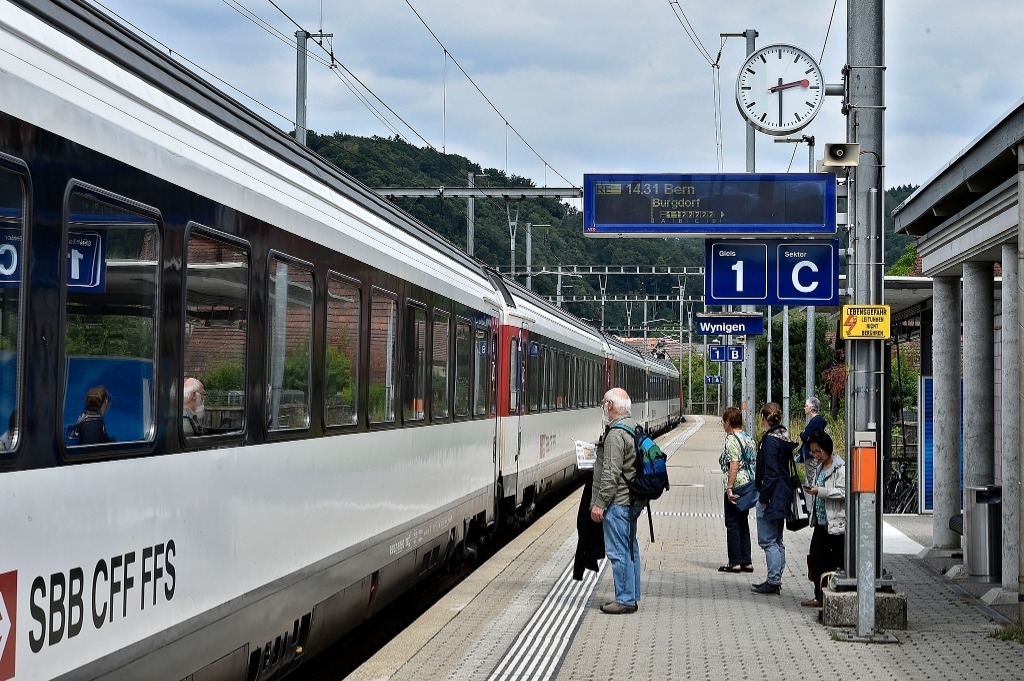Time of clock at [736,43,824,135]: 2:30
